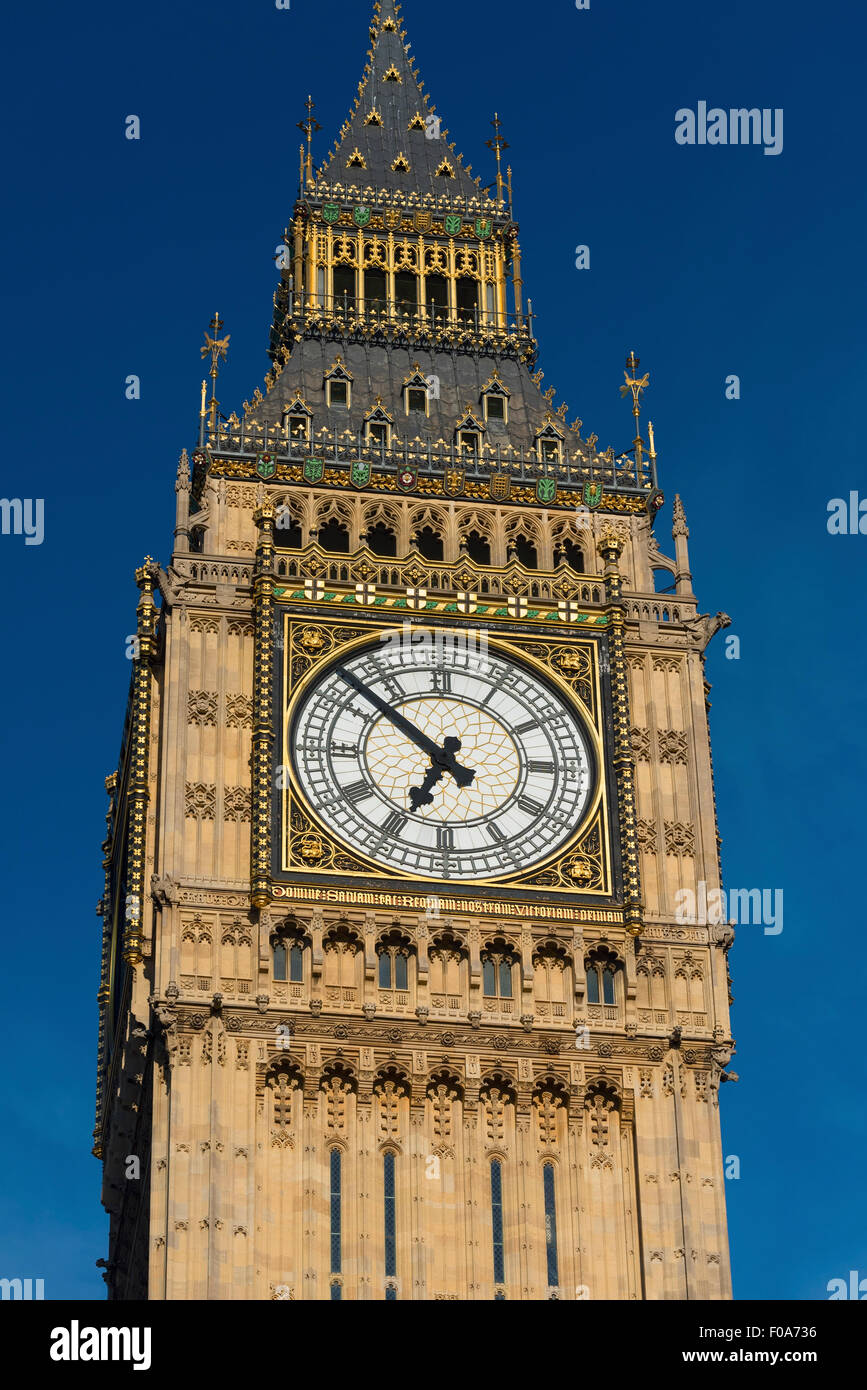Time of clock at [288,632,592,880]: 6:52
